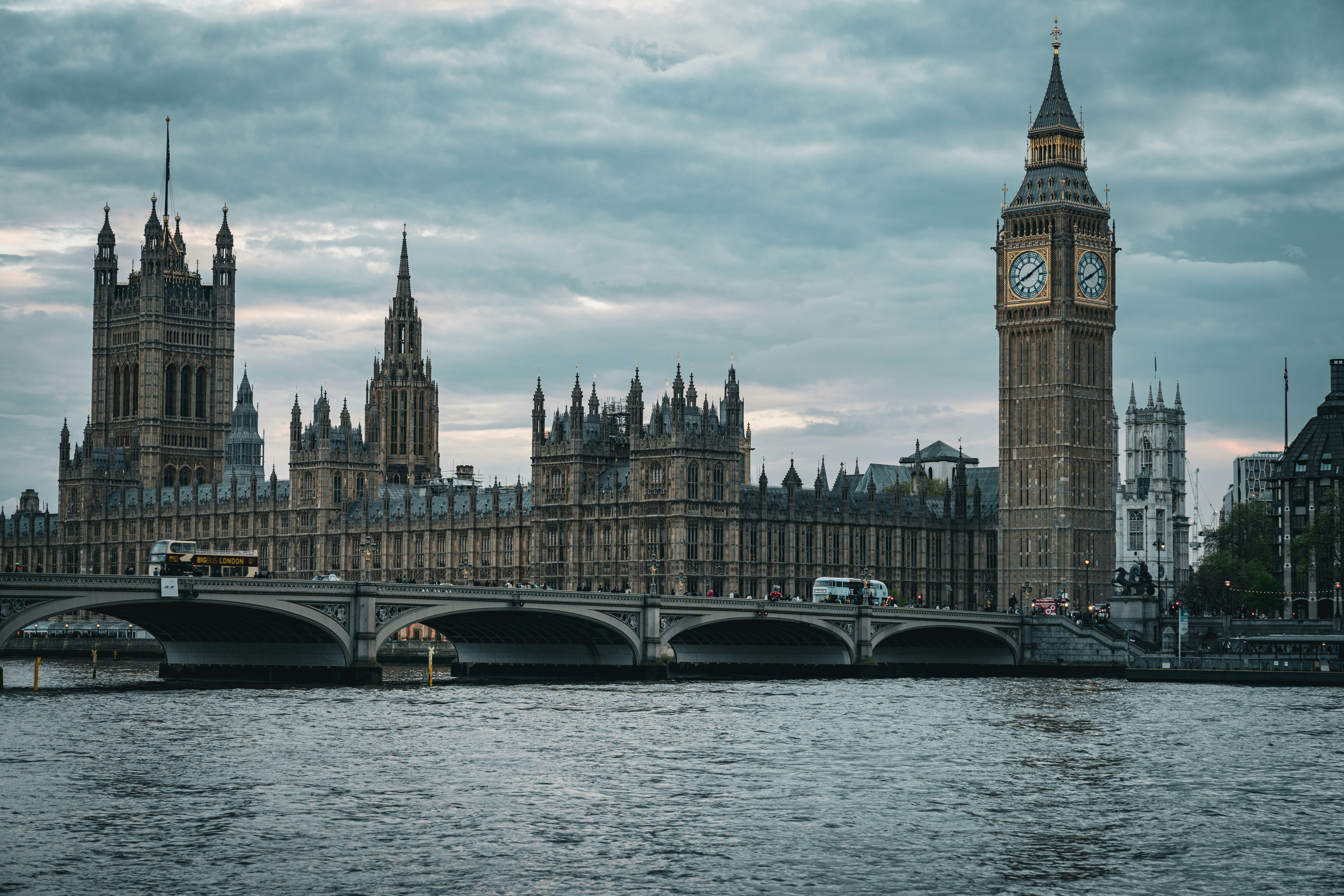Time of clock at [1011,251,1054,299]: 8:09
